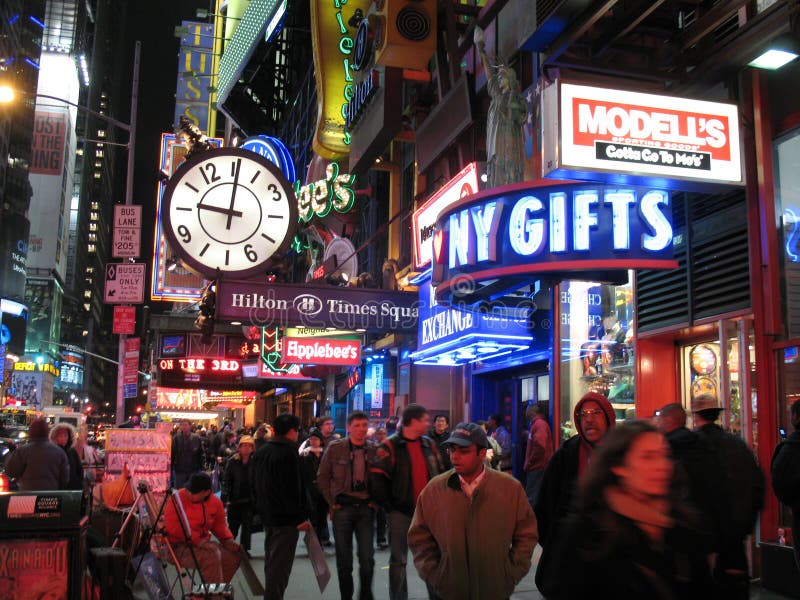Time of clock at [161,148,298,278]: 9:01
